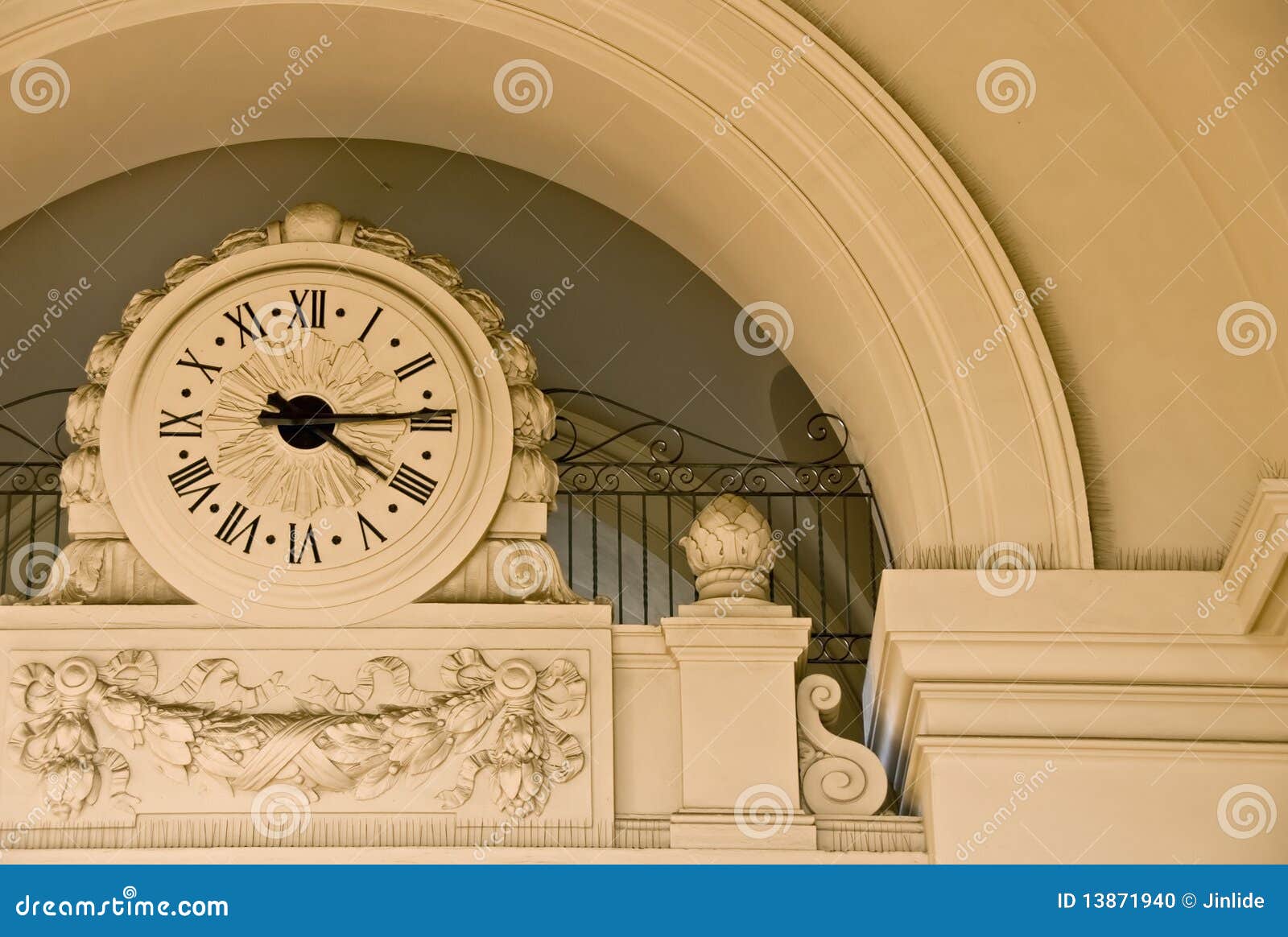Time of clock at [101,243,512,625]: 4:14
